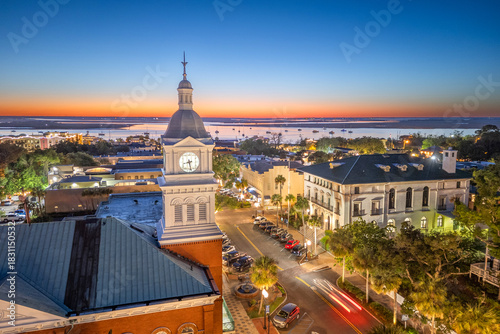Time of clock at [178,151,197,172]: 8:27
